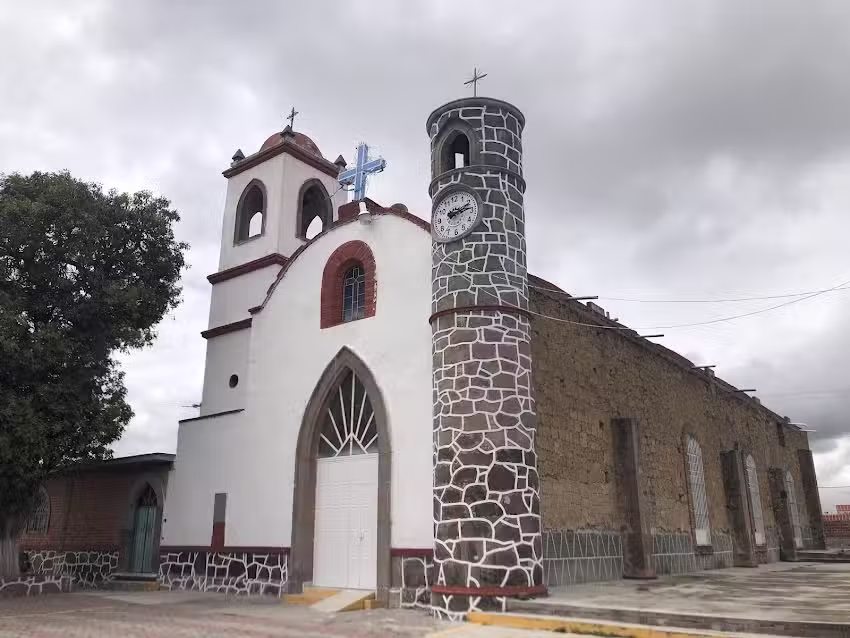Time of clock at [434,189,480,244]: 2:14
